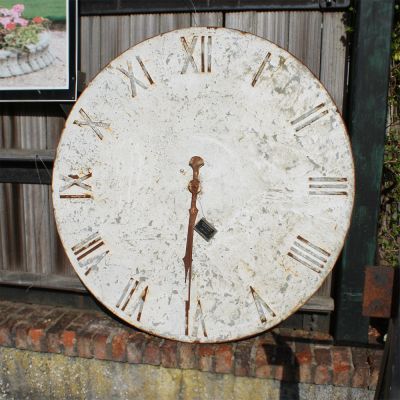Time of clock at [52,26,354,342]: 5:30
